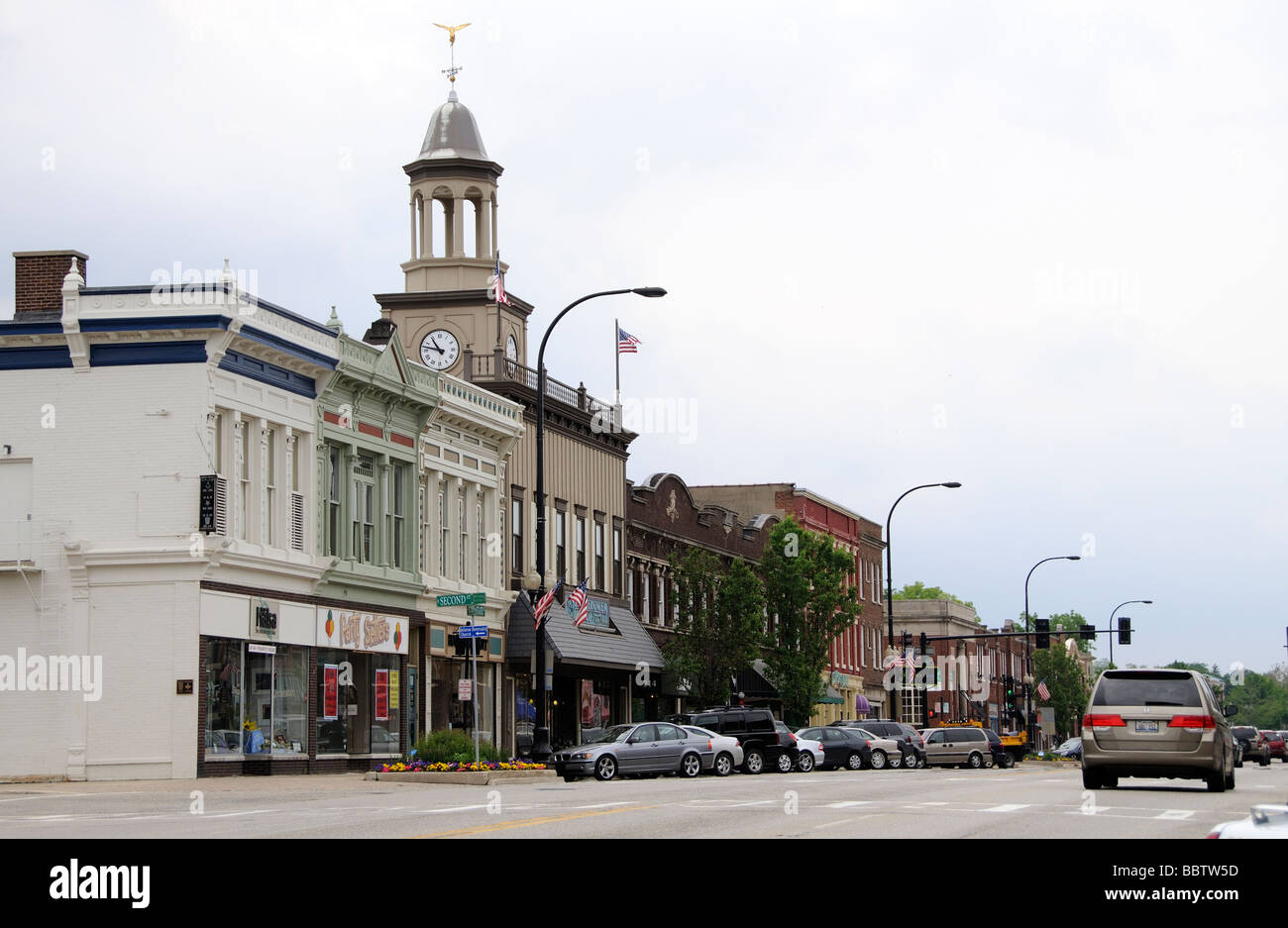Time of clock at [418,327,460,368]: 10:47
